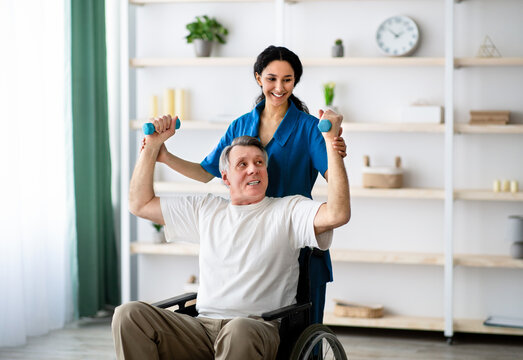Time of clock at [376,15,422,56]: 1:51
